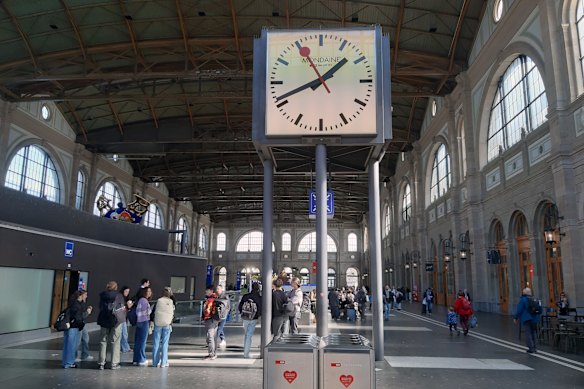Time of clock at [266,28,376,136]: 1:41
